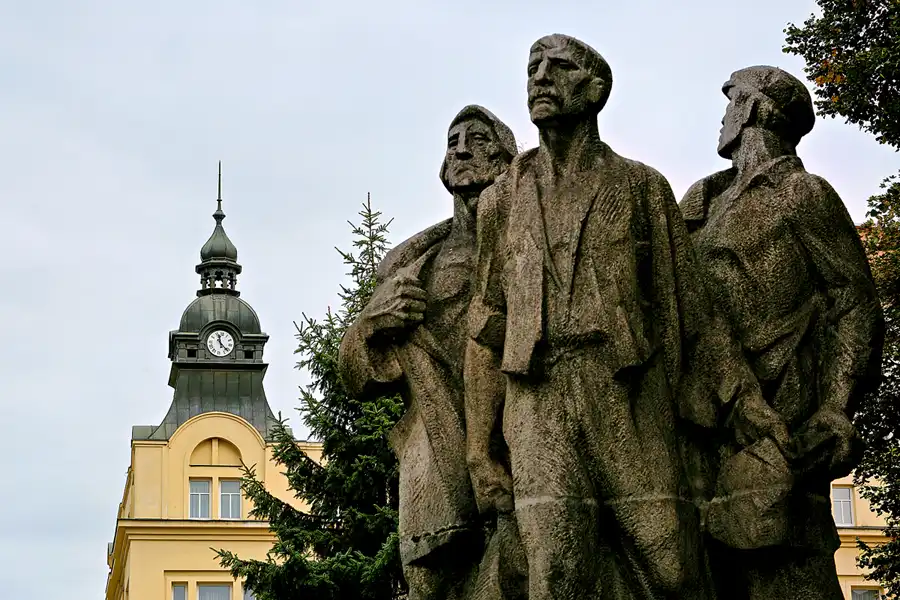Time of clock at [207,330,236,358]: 11:21
